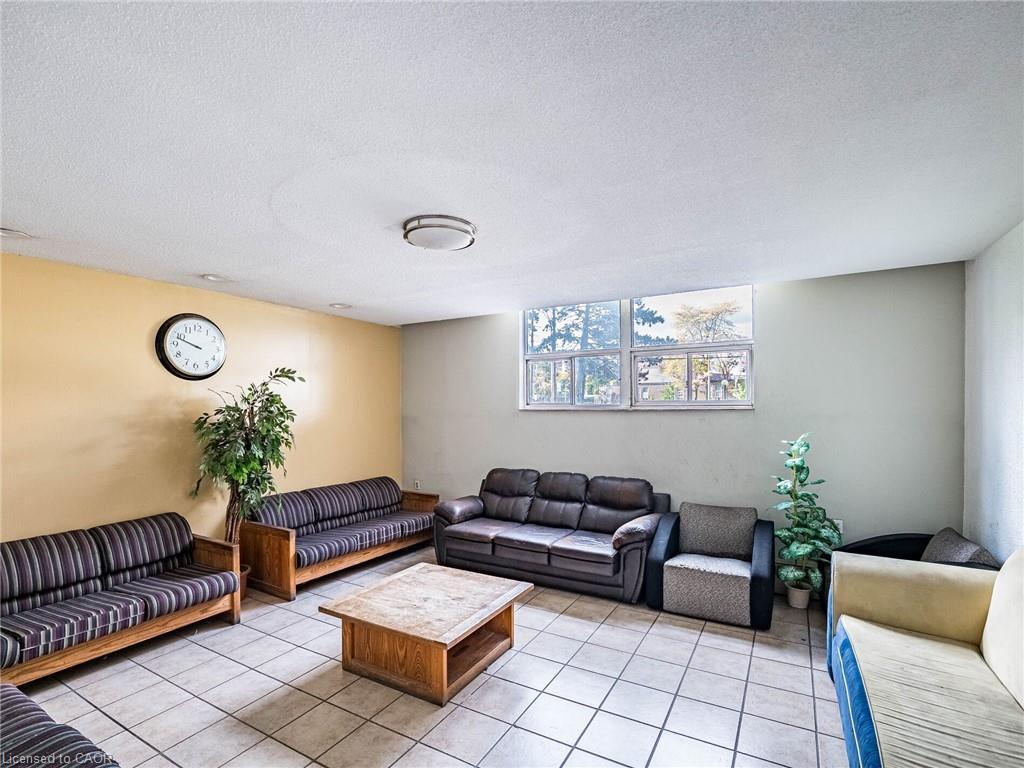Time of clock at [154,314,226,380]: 9:48
